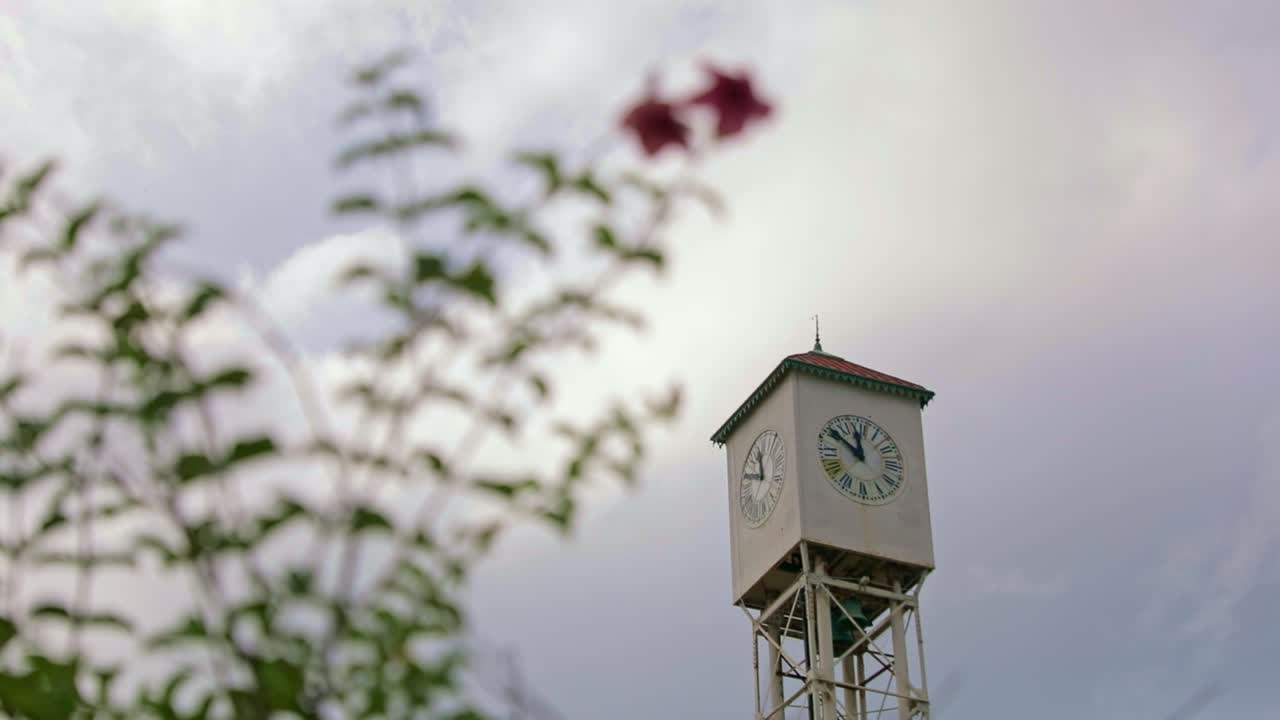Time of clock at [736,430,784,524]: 11:48
